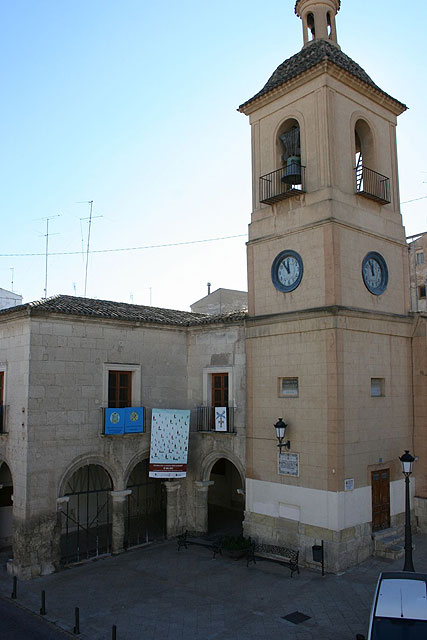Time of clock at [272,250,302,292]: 11:53
